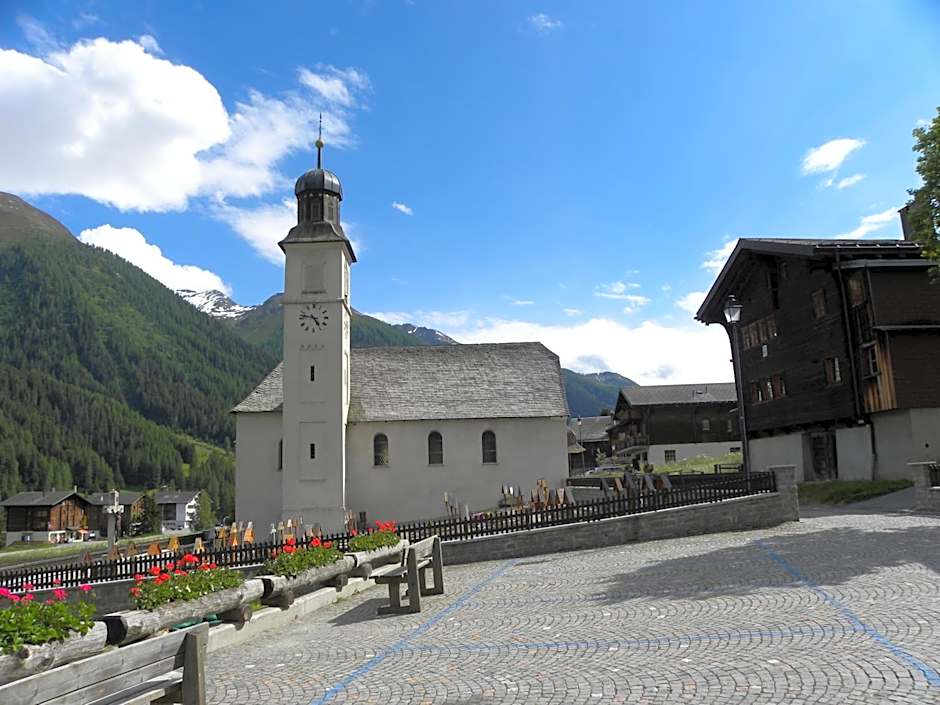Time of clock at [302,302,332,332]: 4:46
